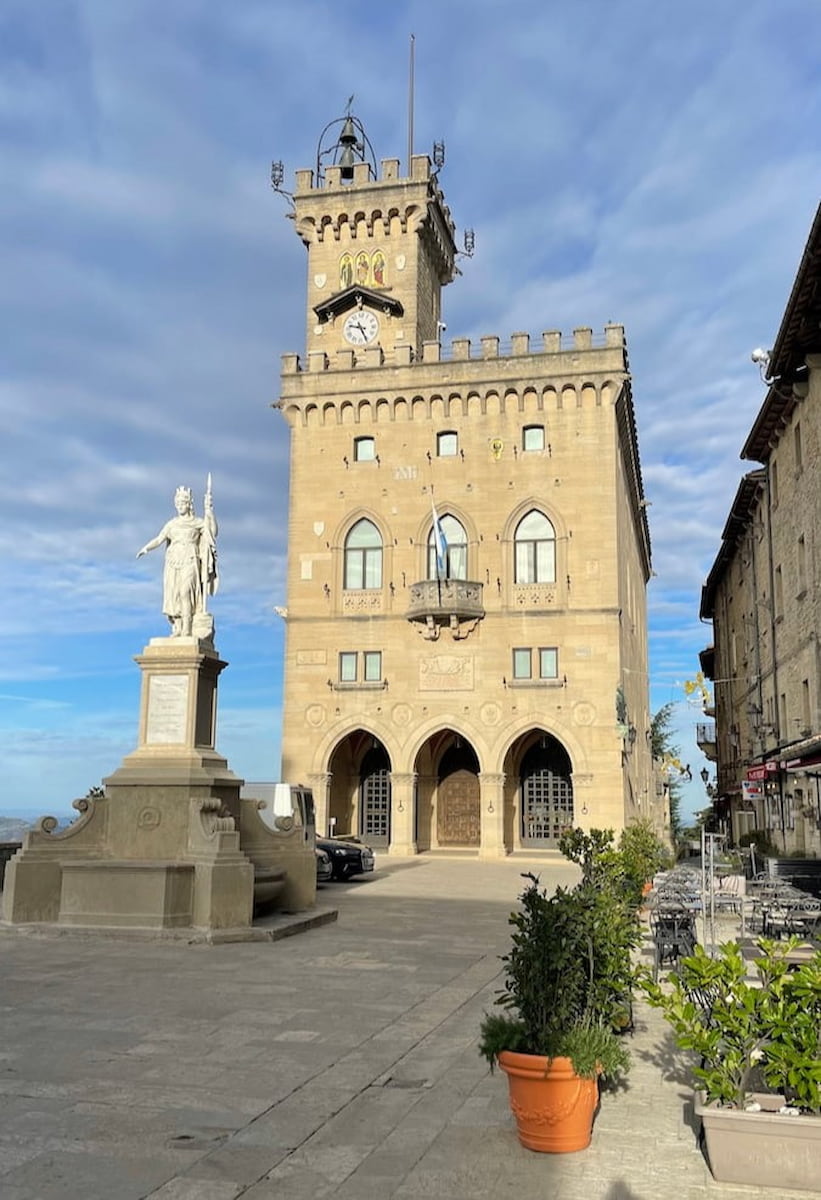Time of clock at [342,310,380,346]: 9:25
